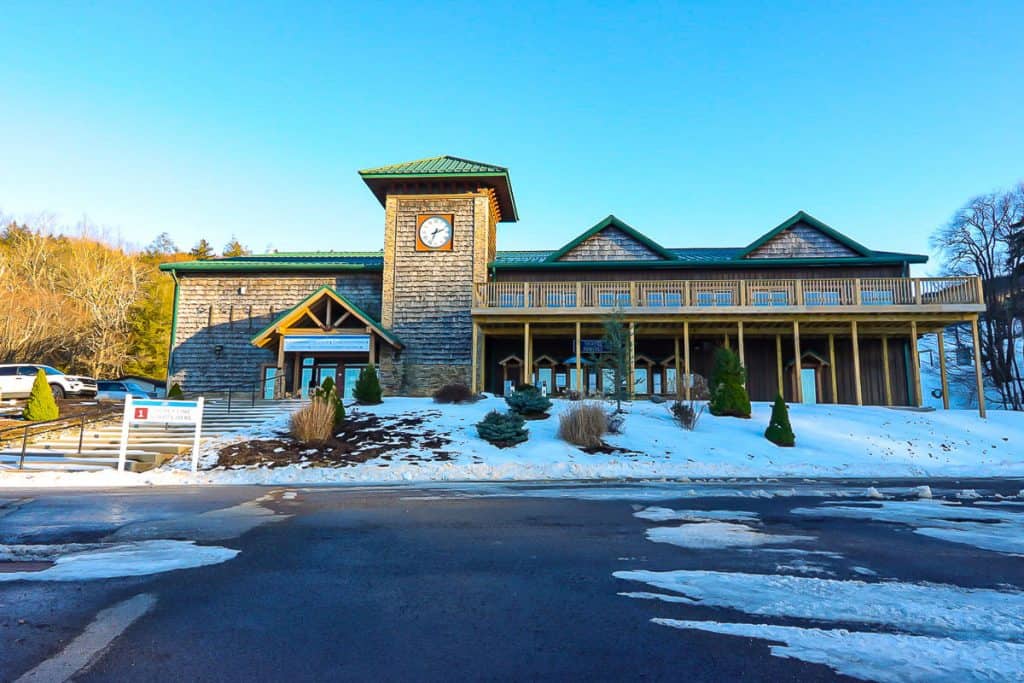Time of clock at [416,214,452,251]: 2:33
